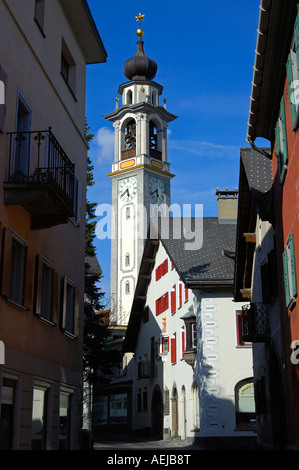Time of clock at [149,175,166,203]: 5:38
